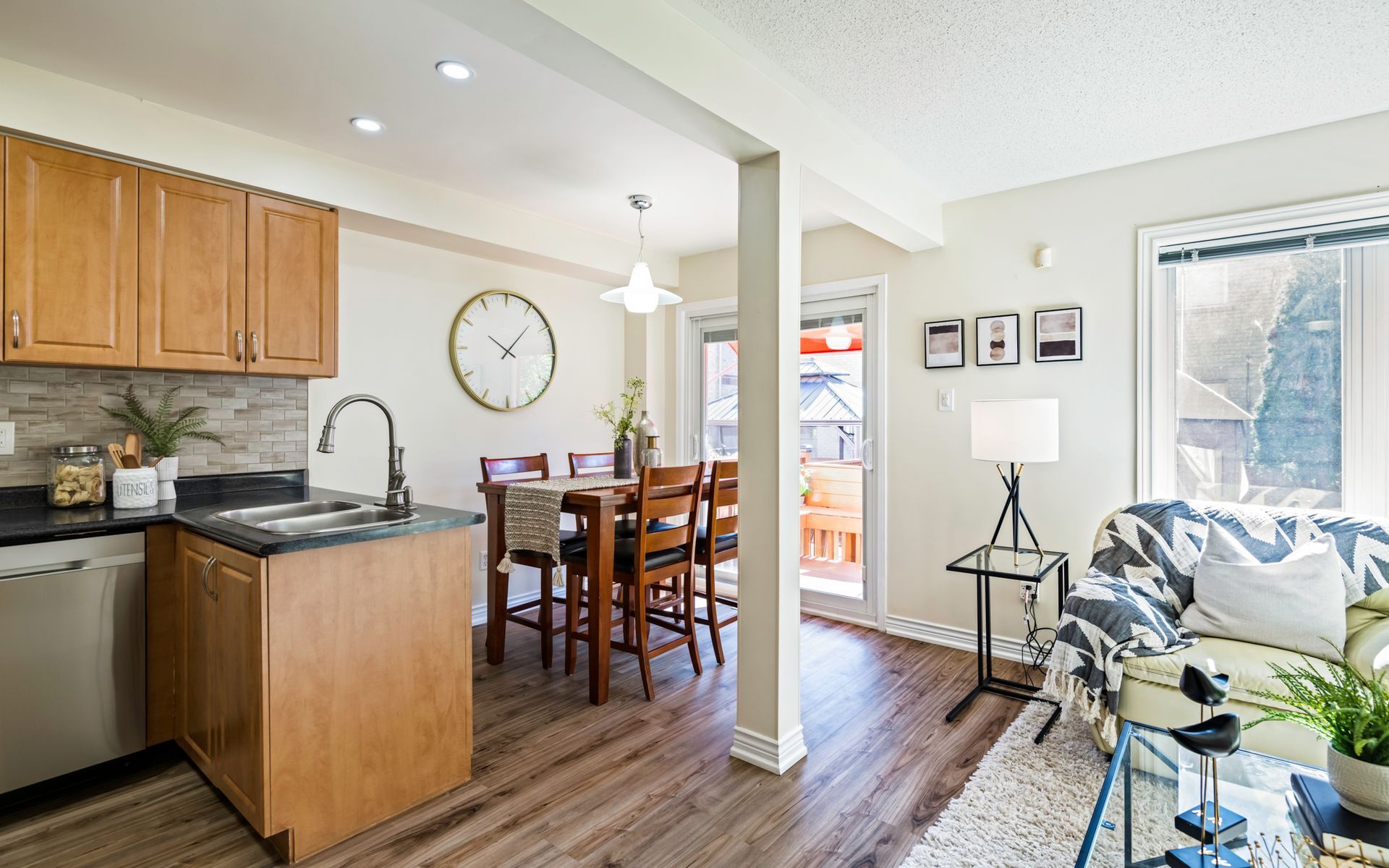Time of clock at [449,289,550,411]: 10:07
